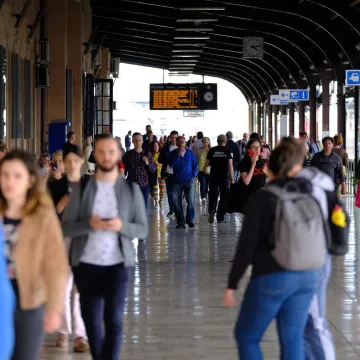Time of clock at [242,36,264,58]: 4:12
